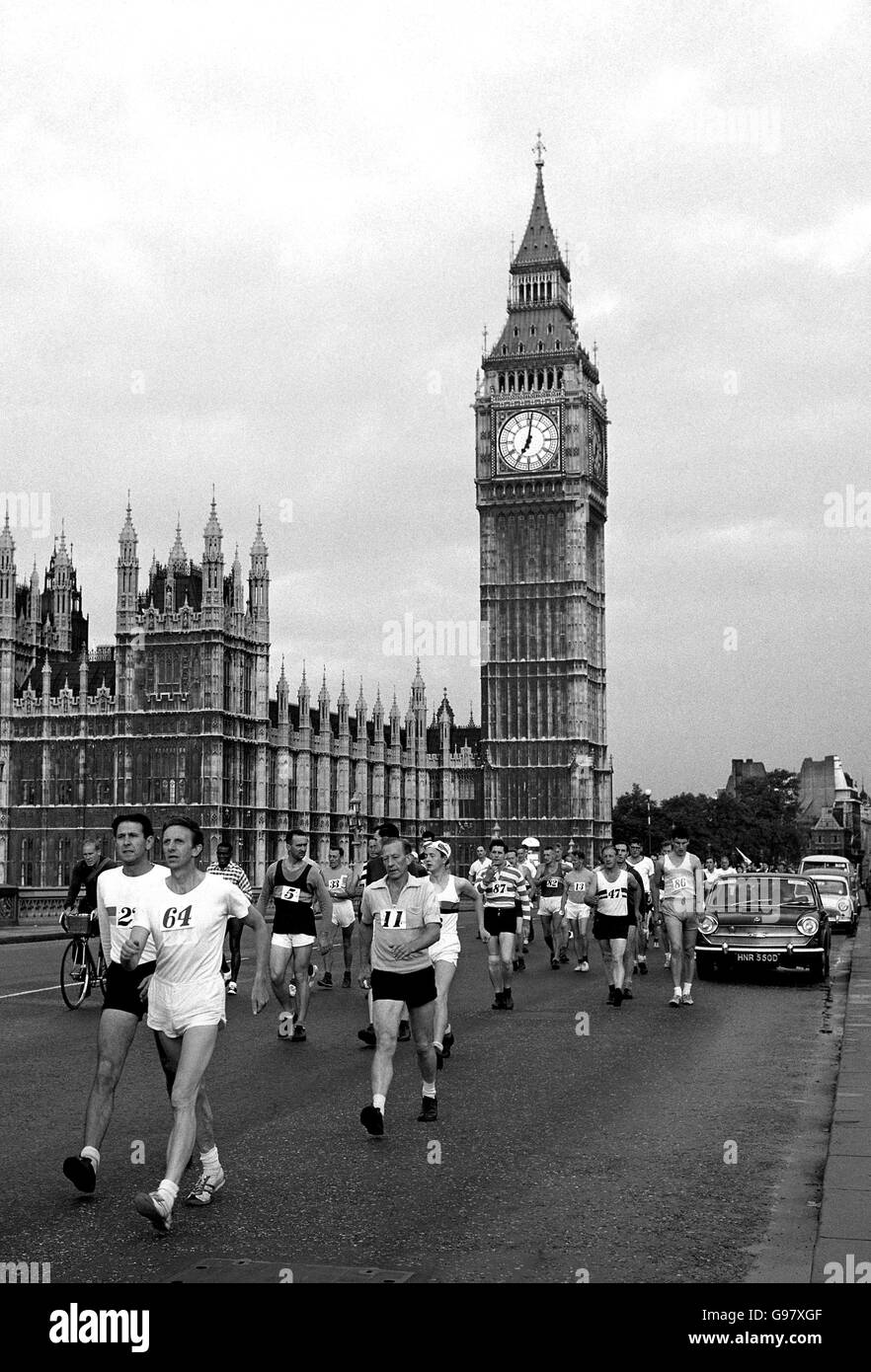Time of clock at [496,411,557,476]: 7:01
